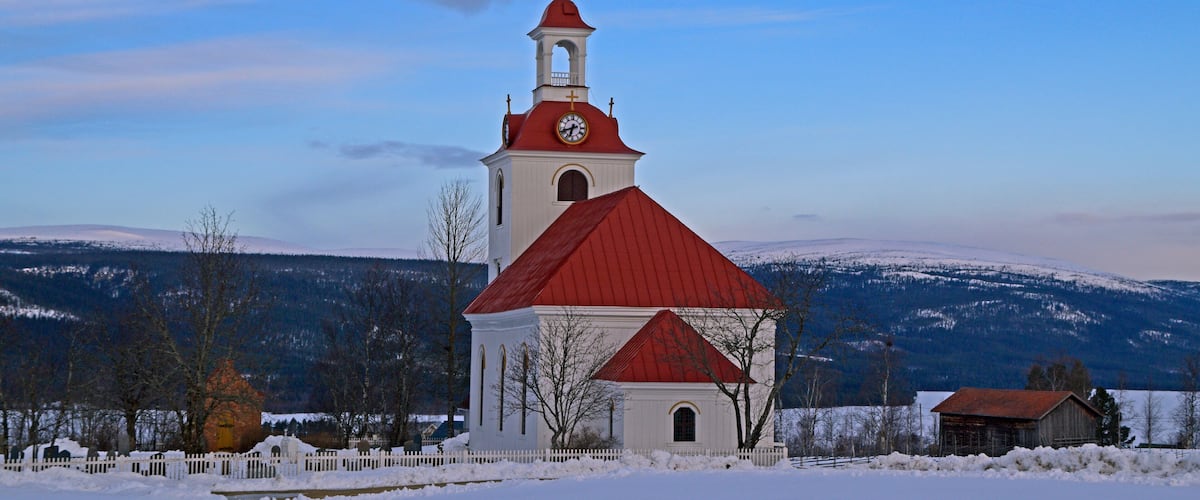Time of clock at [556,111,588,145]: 6:41
